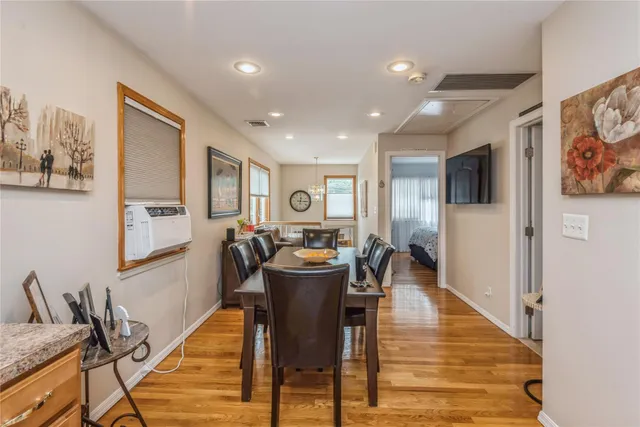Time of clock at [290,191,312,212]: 12:14
